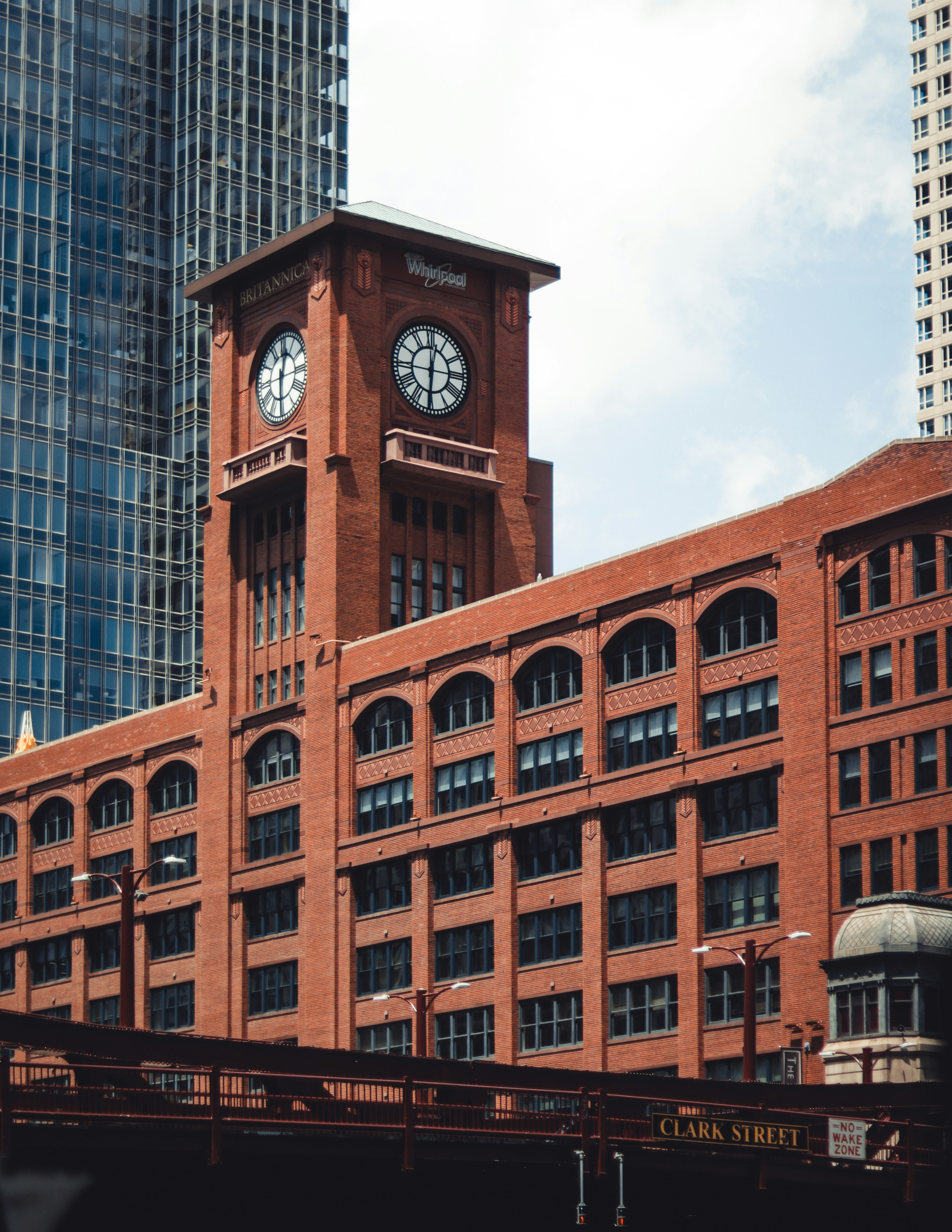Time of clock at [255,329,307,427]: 12:30
